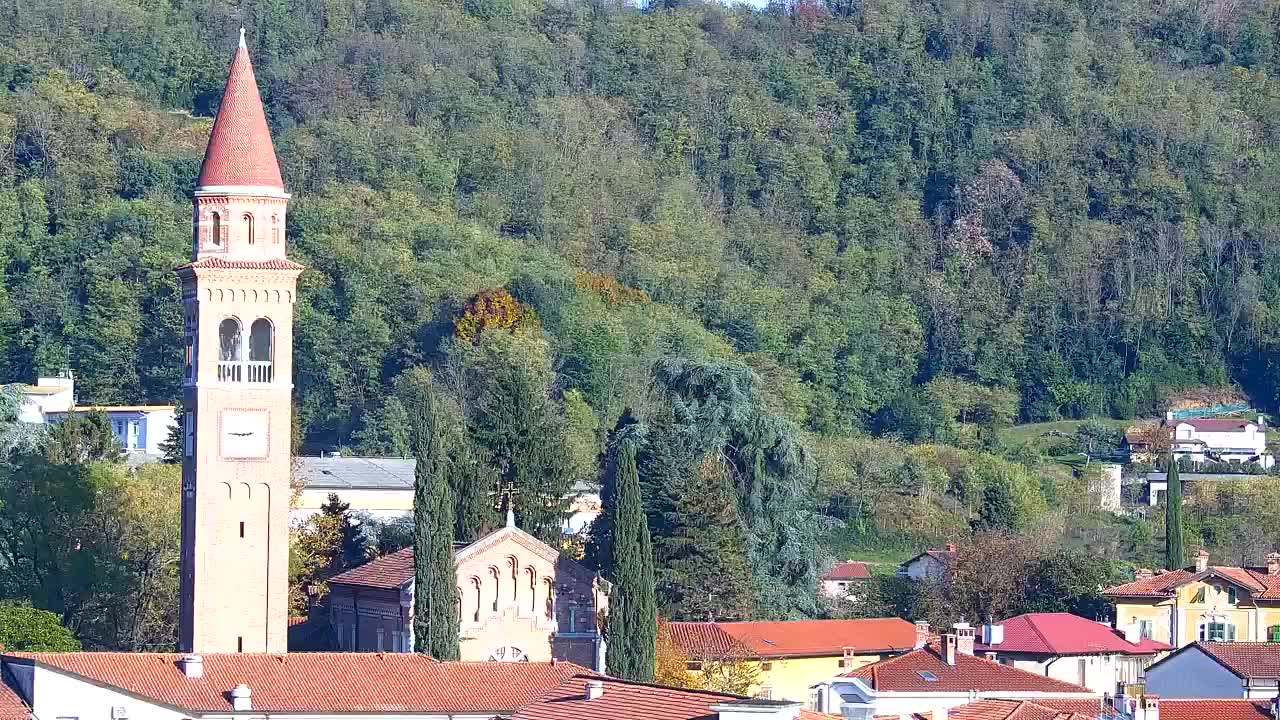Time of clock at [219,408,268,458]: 2:46
